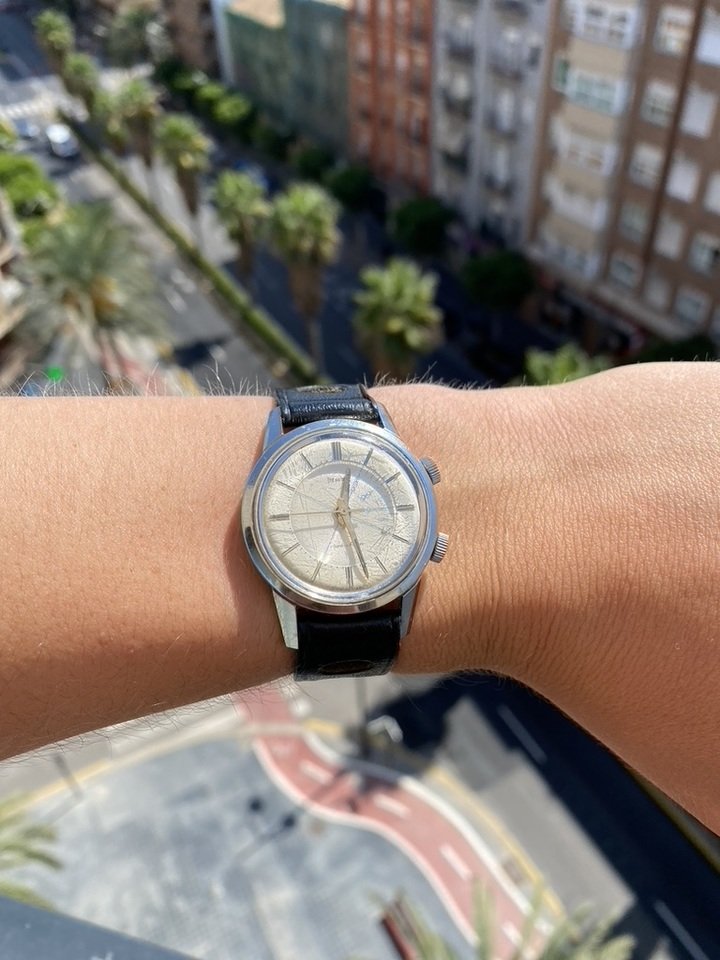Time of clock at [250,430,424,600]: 12:27
